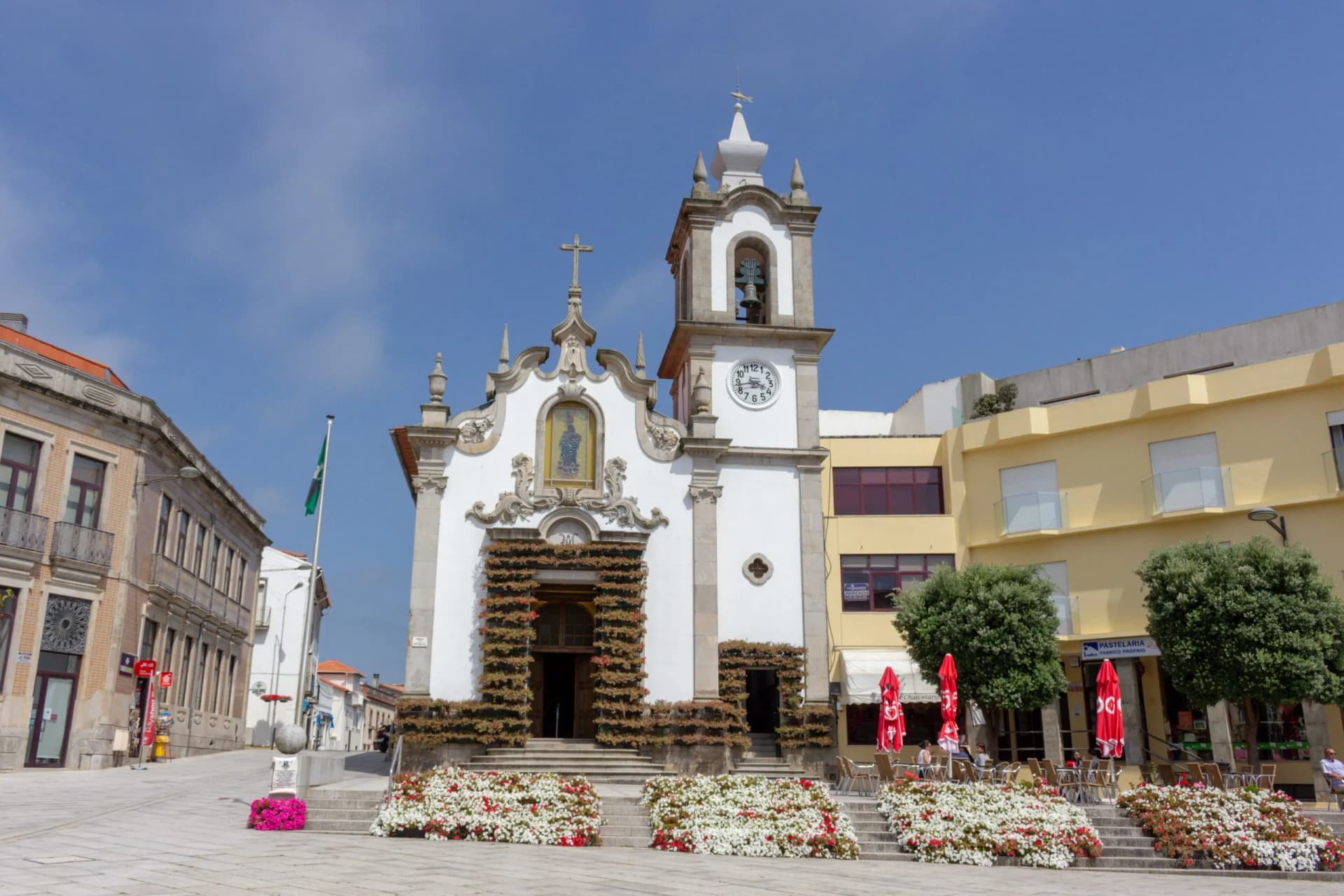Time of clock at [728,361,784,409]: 3:43
